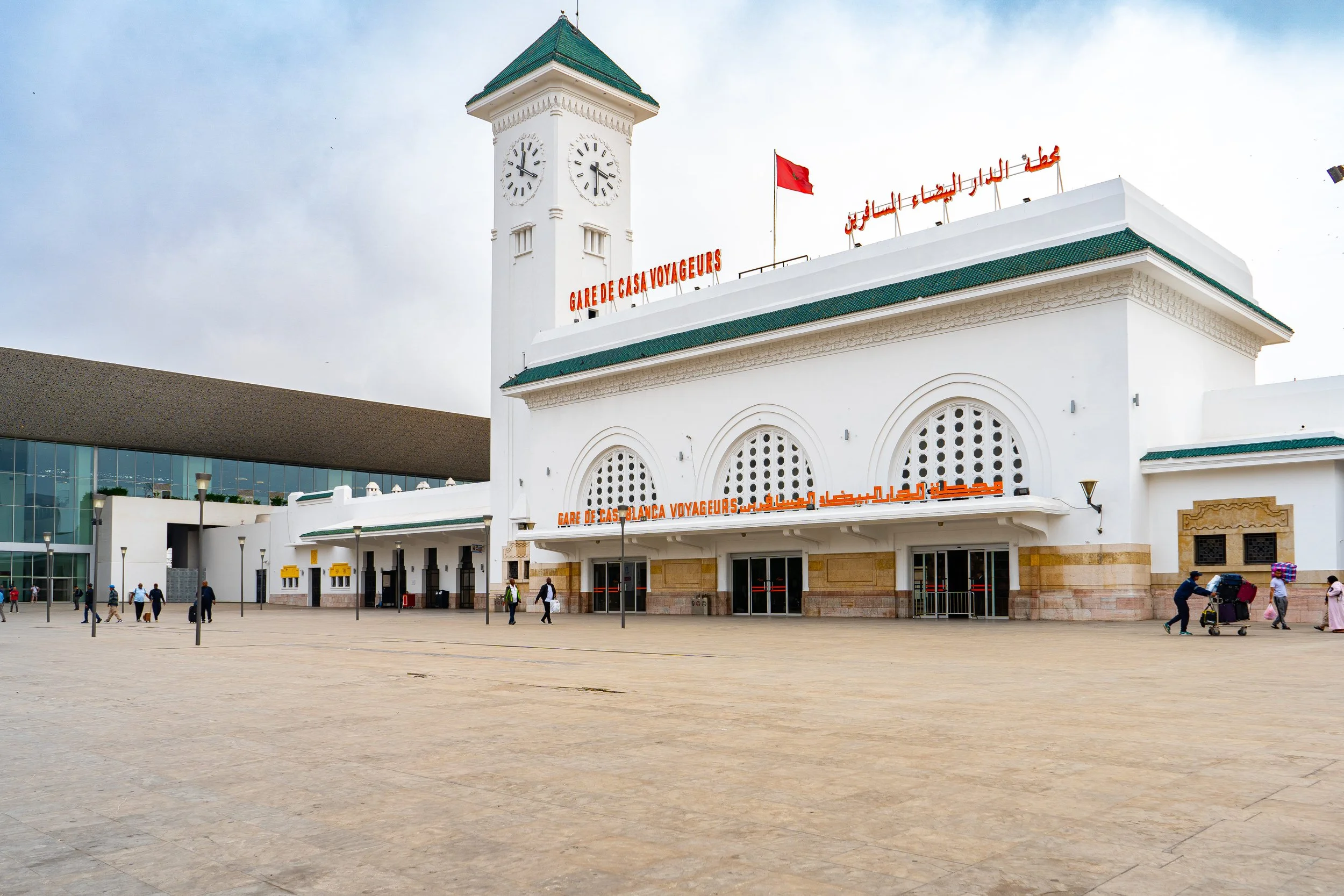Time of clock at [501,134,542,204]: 12:19
